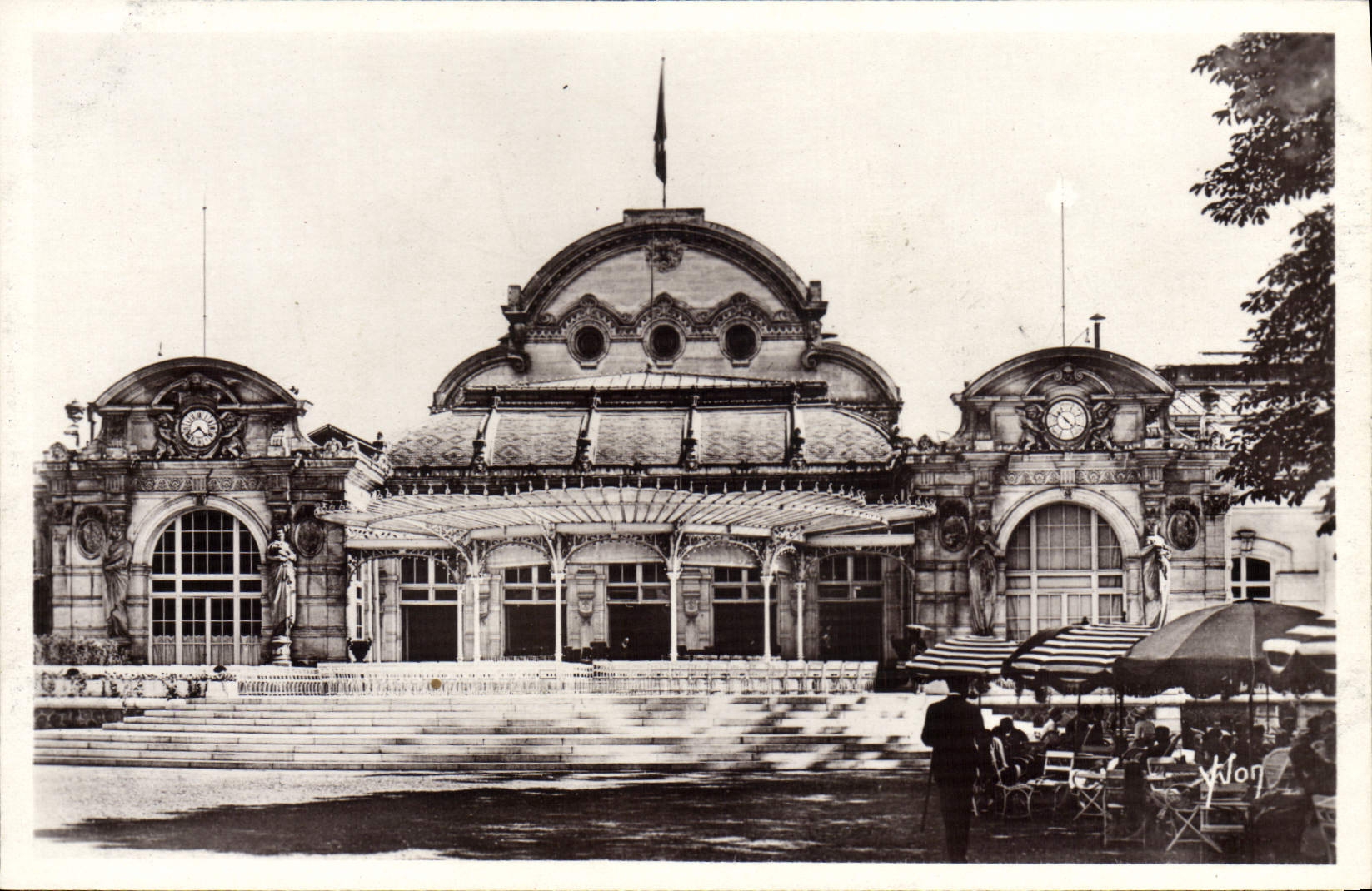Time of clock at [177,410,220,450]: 4:38
